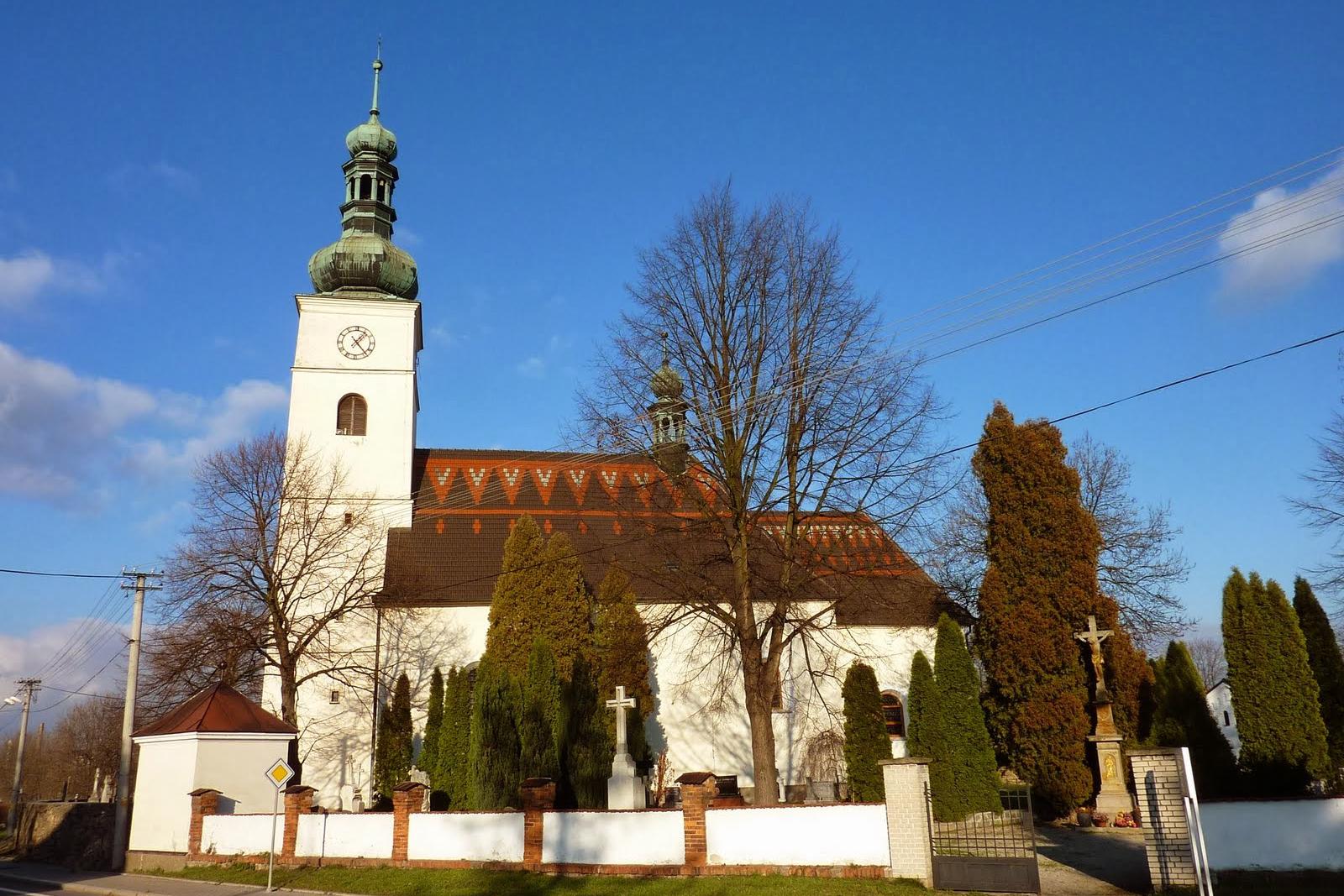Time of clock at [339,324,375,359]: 1:23
